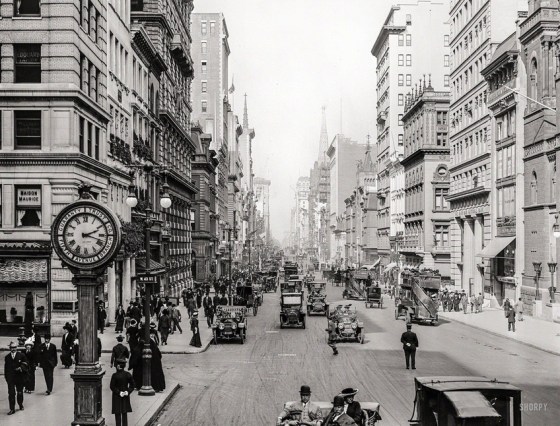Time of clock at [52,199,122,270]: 2:18
